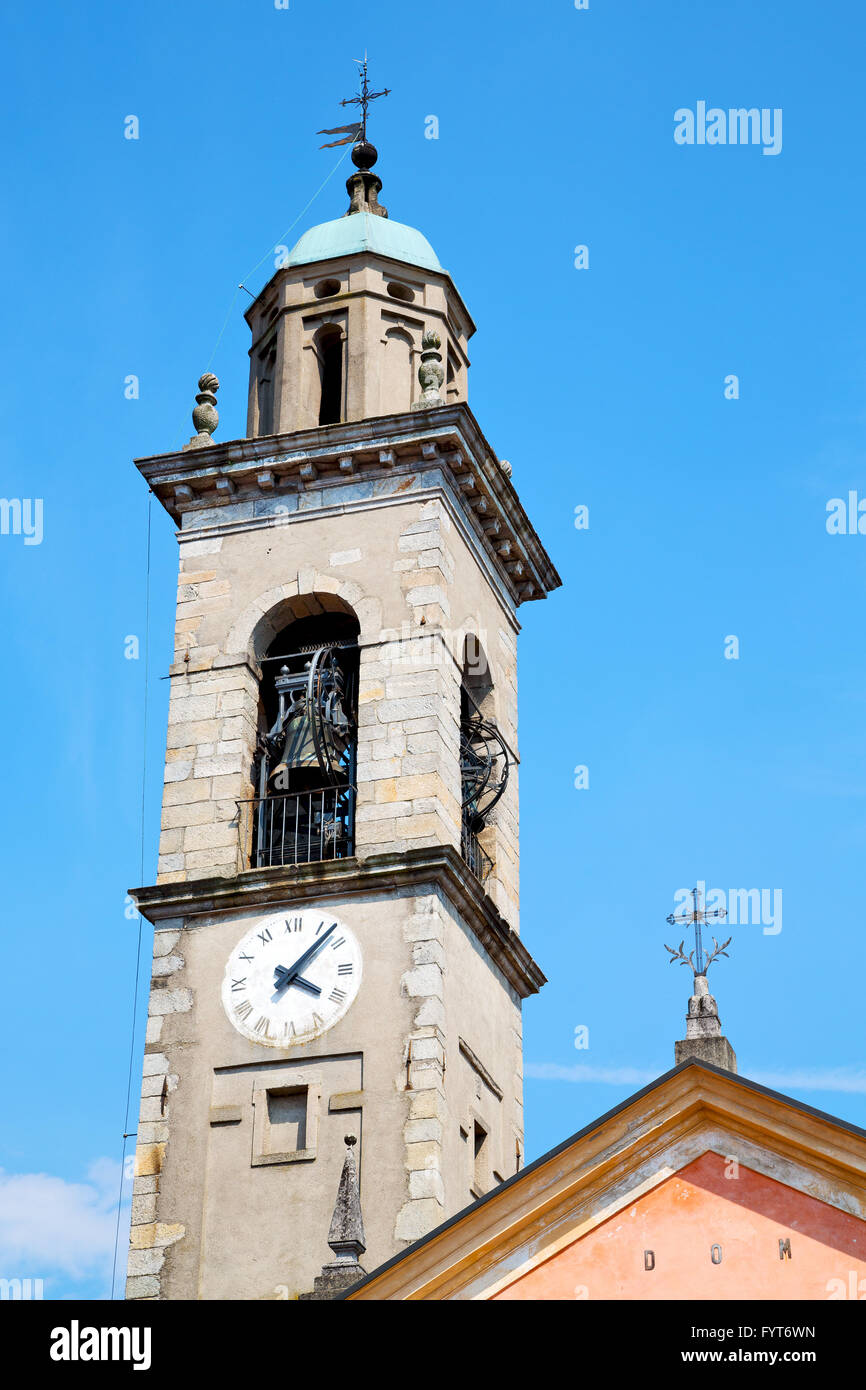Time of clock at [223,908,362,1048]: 4:07
